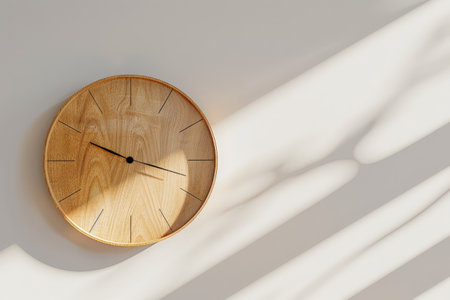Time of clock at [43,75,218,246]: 9:49
